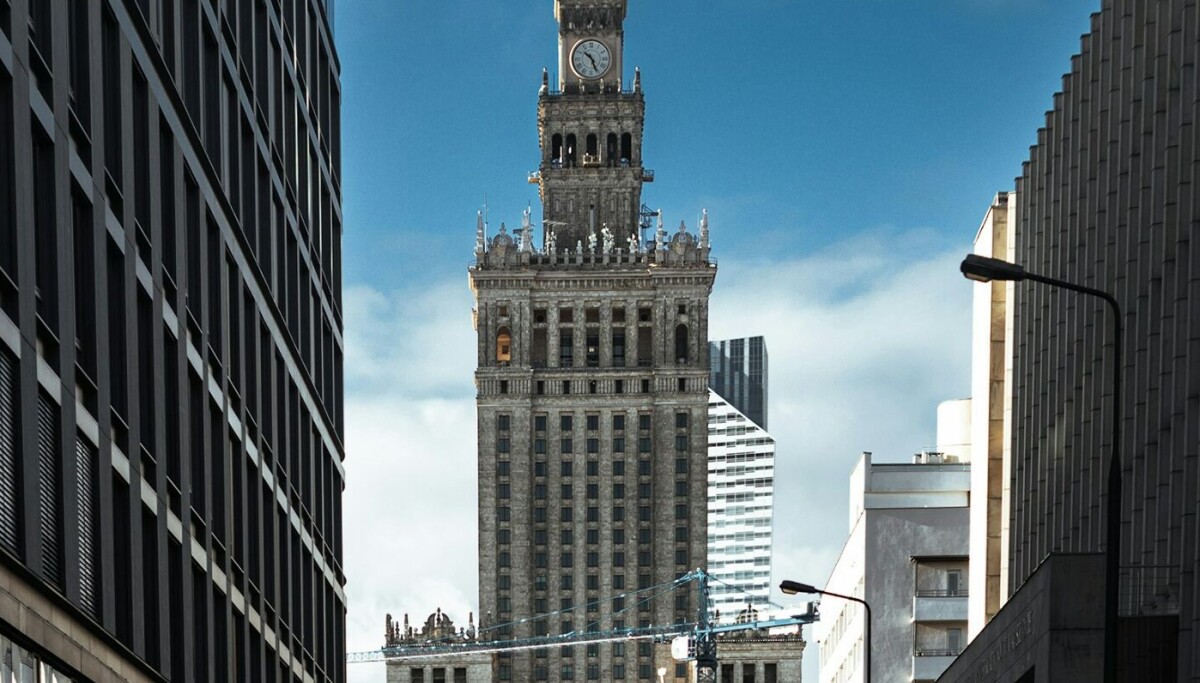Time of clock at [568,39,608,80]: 10:26
